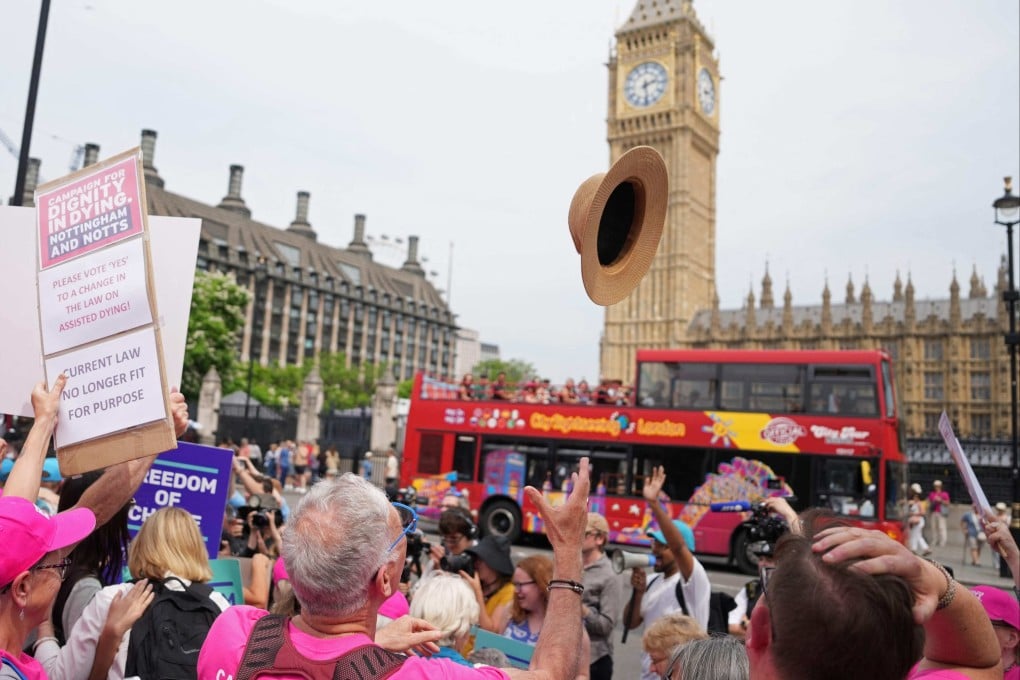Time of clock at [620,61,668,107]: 2:28
